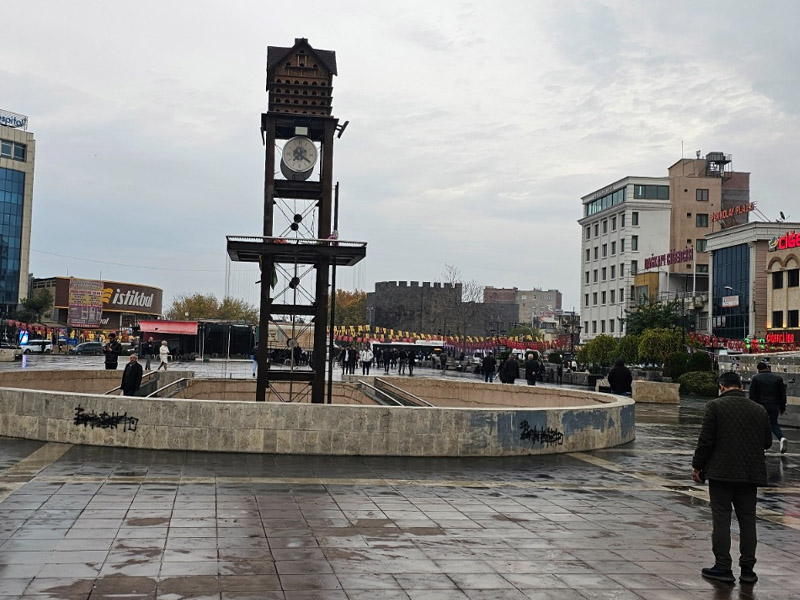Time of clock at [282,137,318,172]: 7:20
